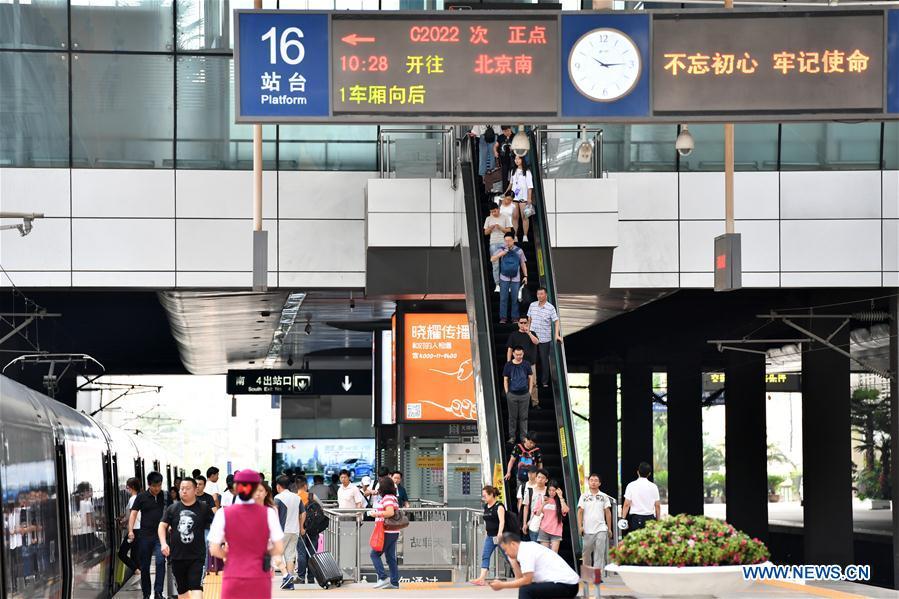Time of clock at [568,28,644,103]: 10:14
